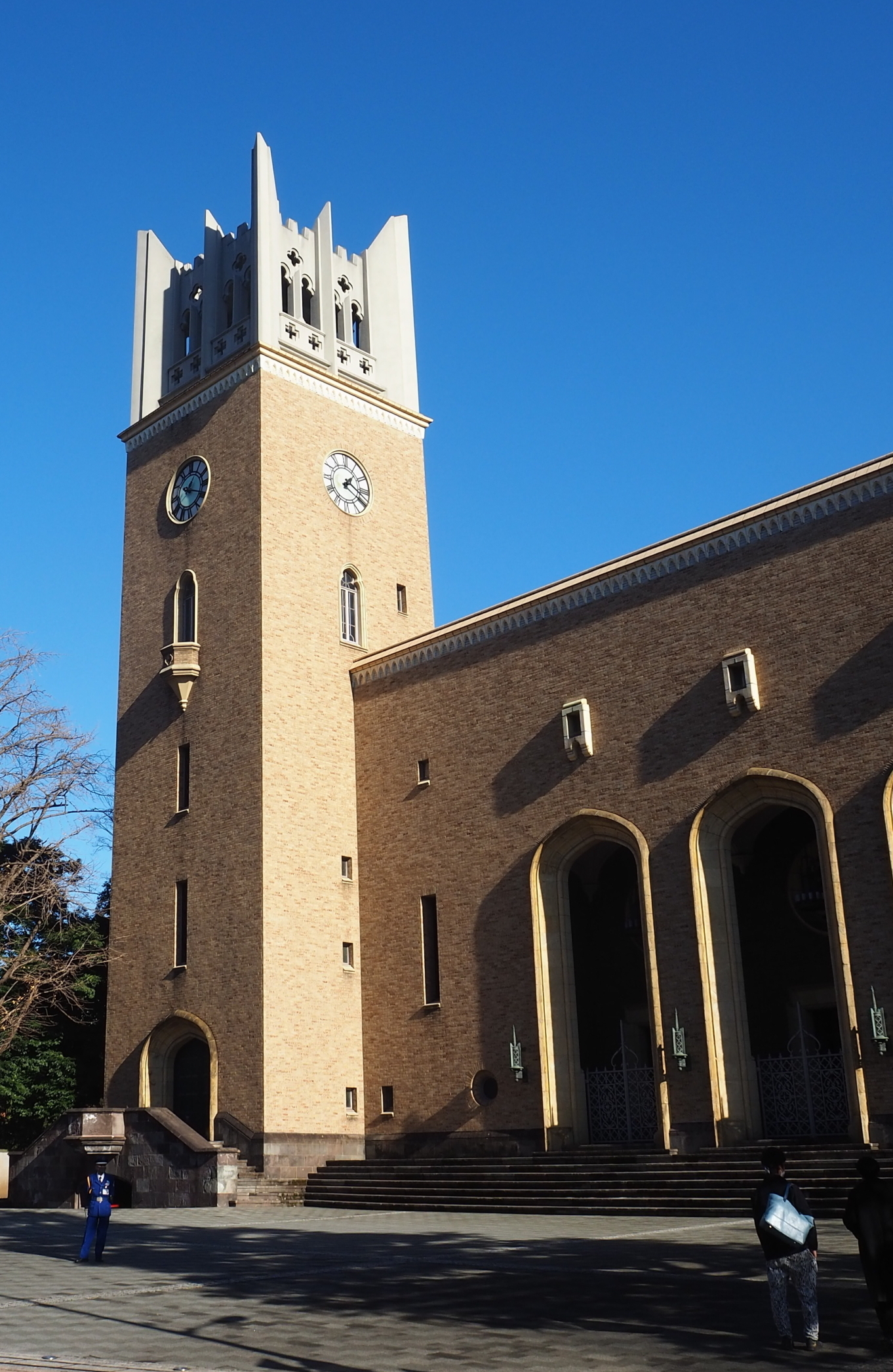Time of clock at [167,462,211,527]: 1:18
